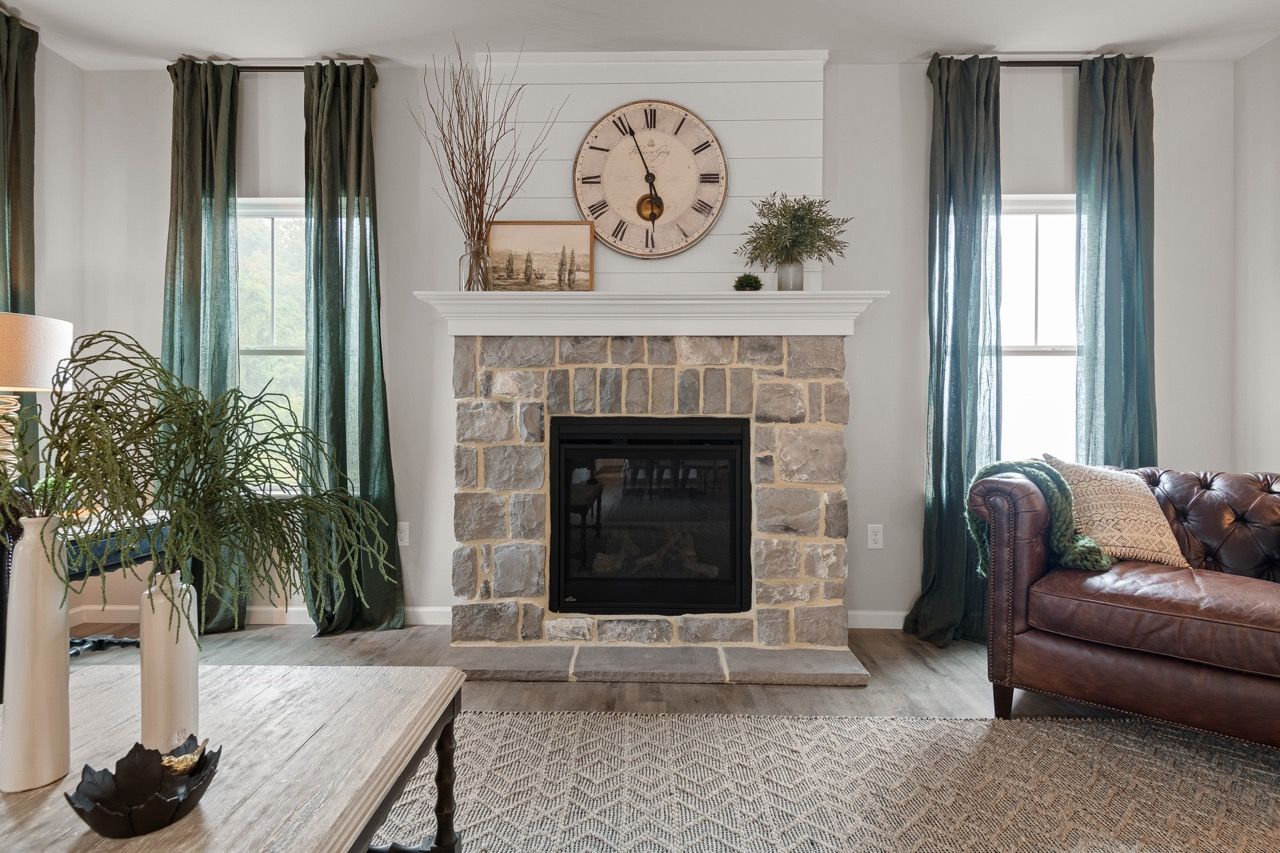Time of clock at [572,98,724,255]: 5:55
